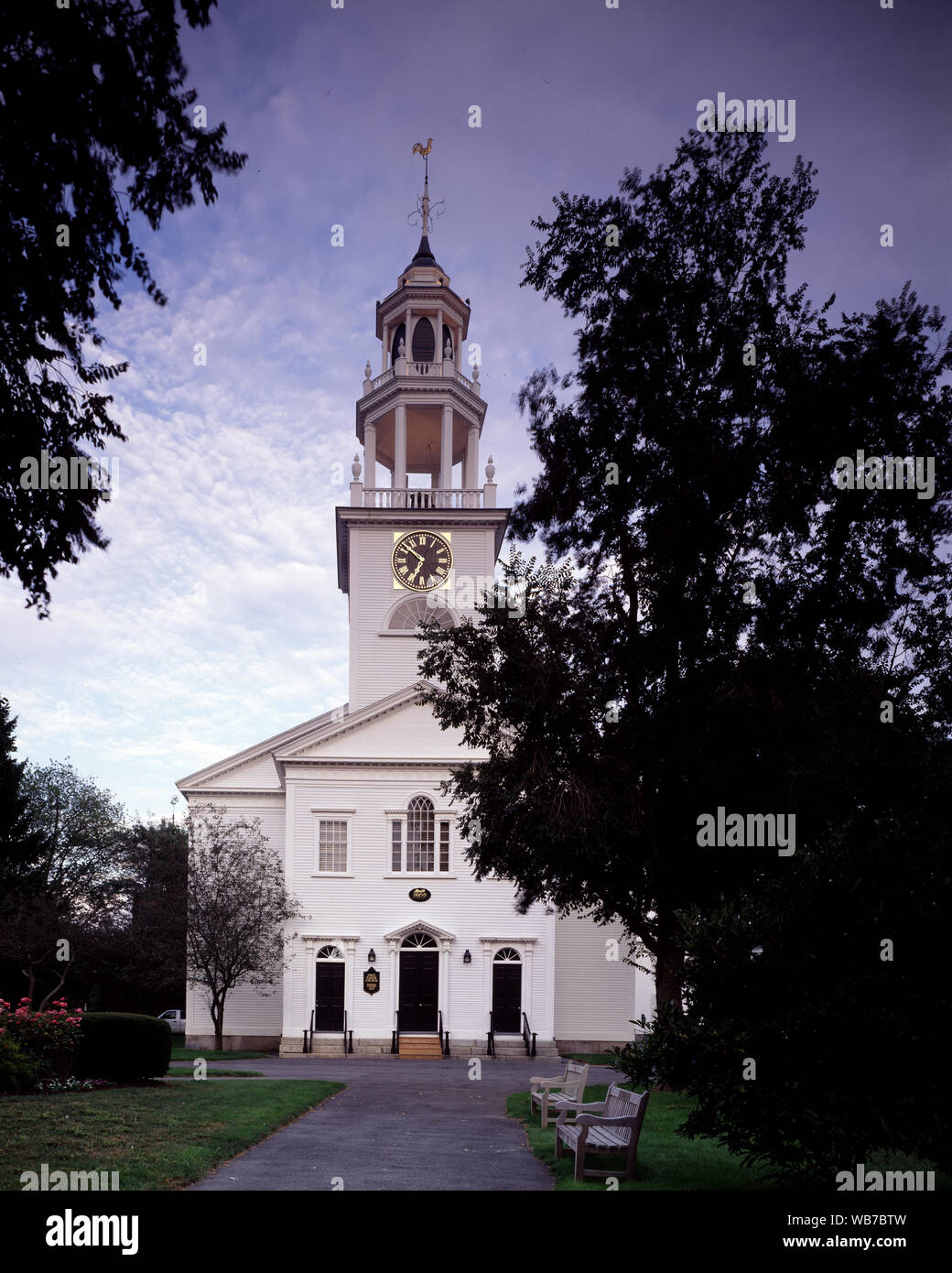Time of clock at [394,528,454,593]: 6:51
